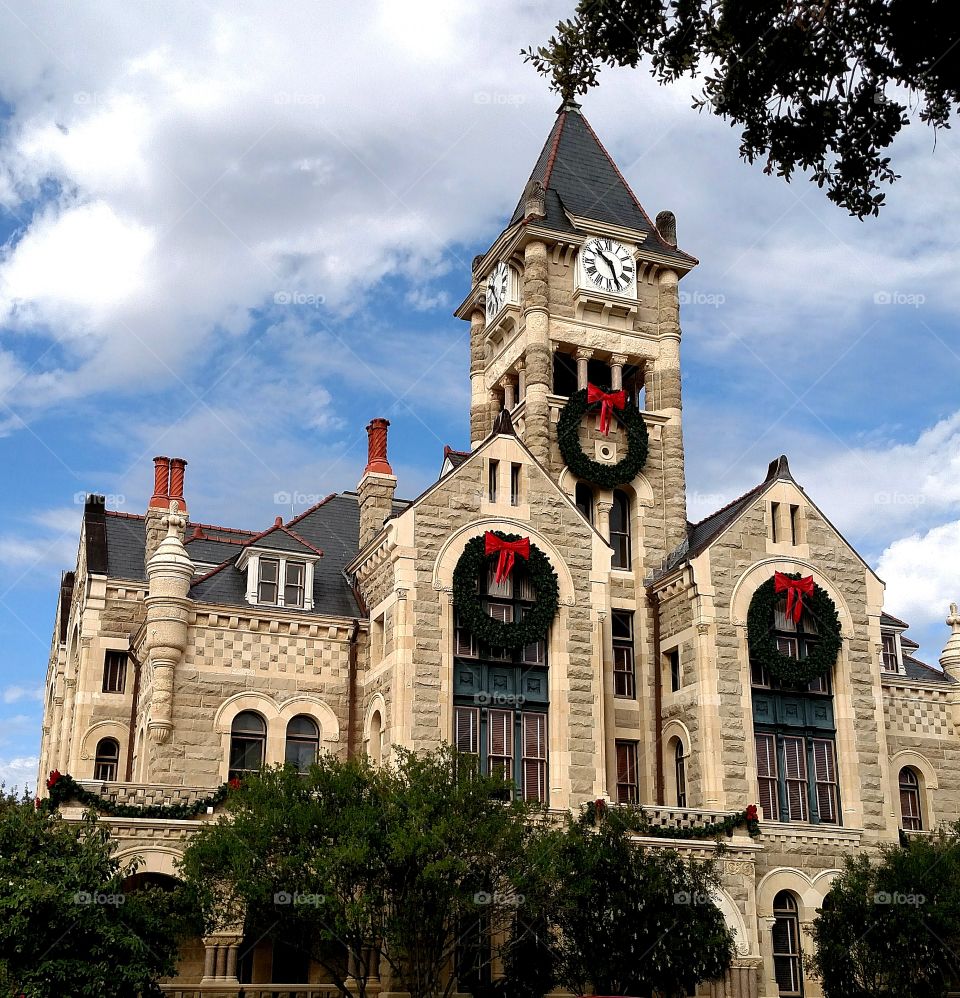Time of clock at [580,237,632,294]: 10:26
